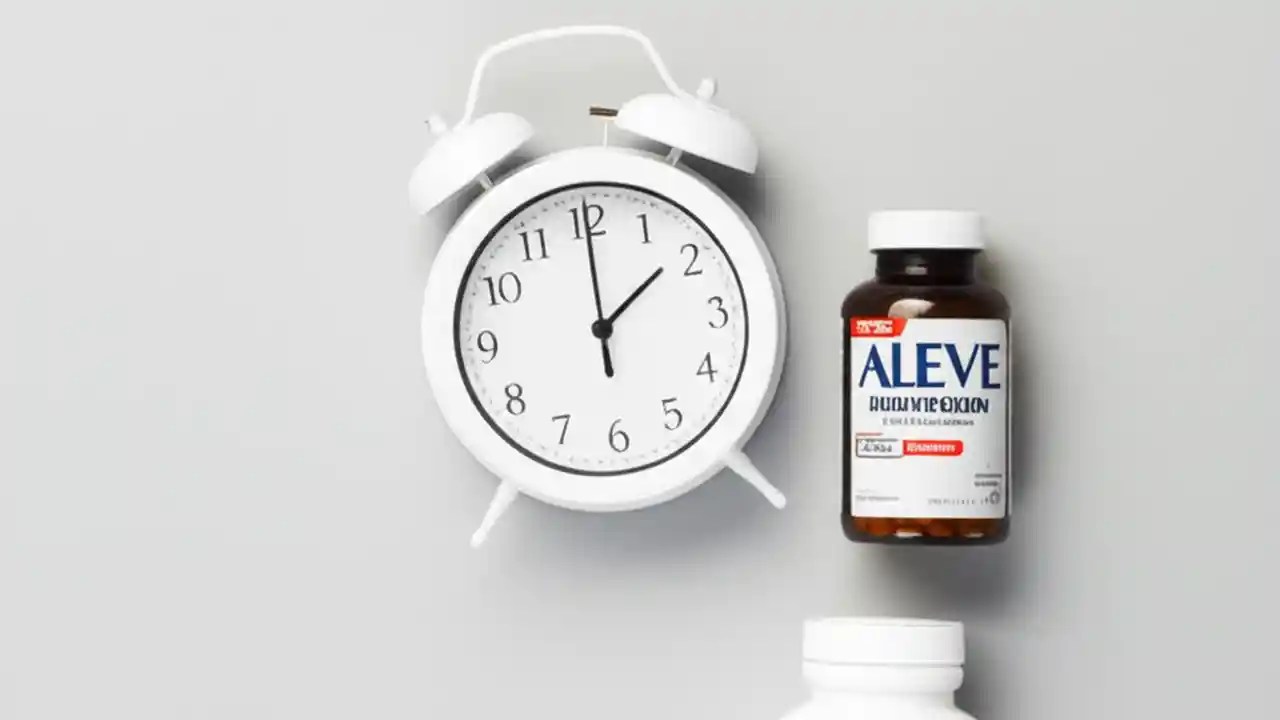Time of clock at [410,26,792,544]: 2:00
